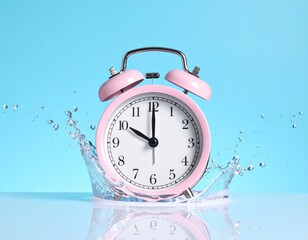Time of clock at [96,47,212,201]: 10:00
